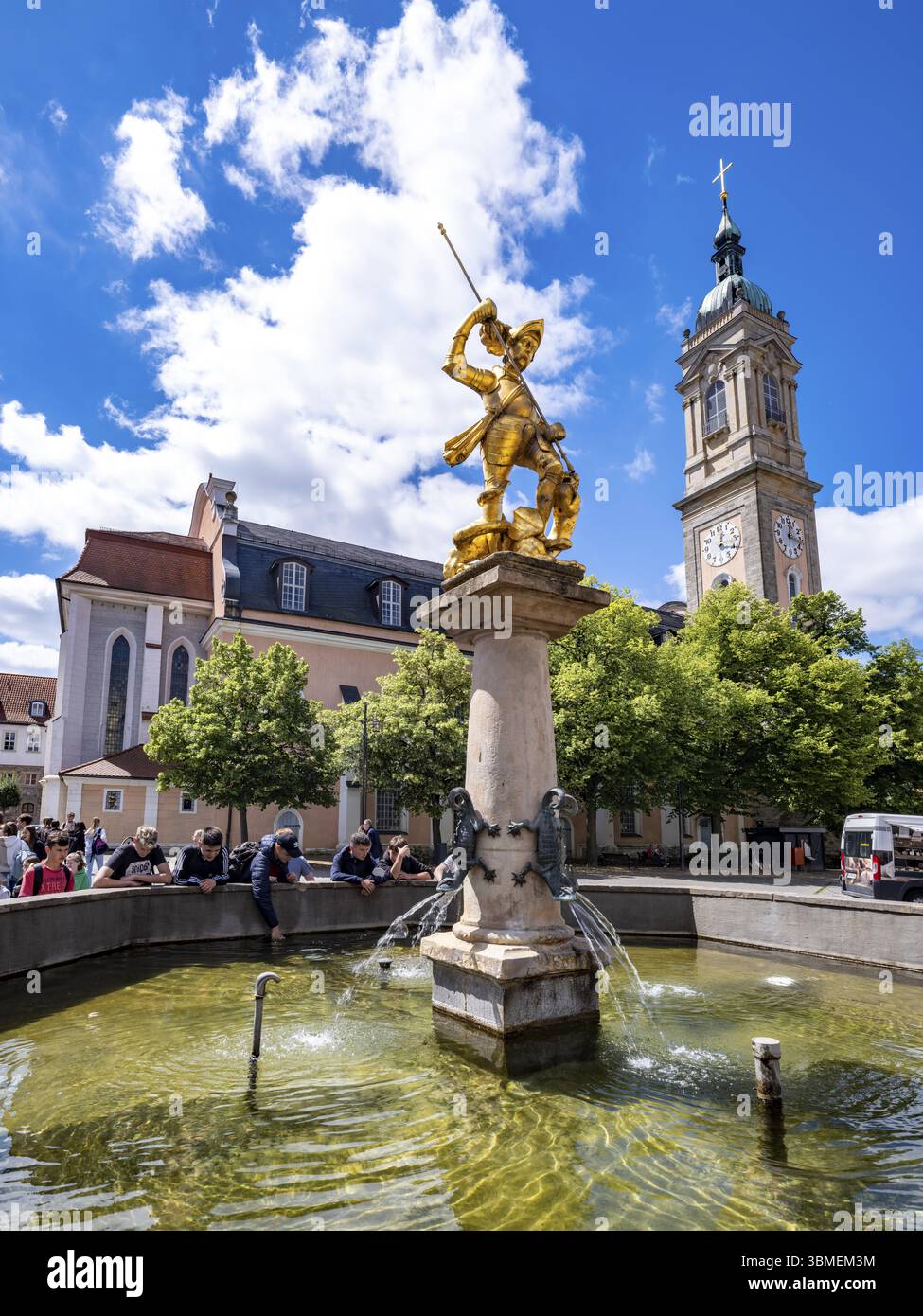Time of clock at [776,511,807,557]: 12:17
